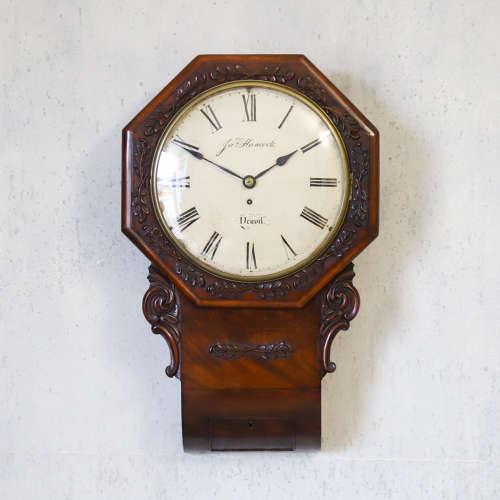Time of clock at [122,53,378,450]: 1:50
